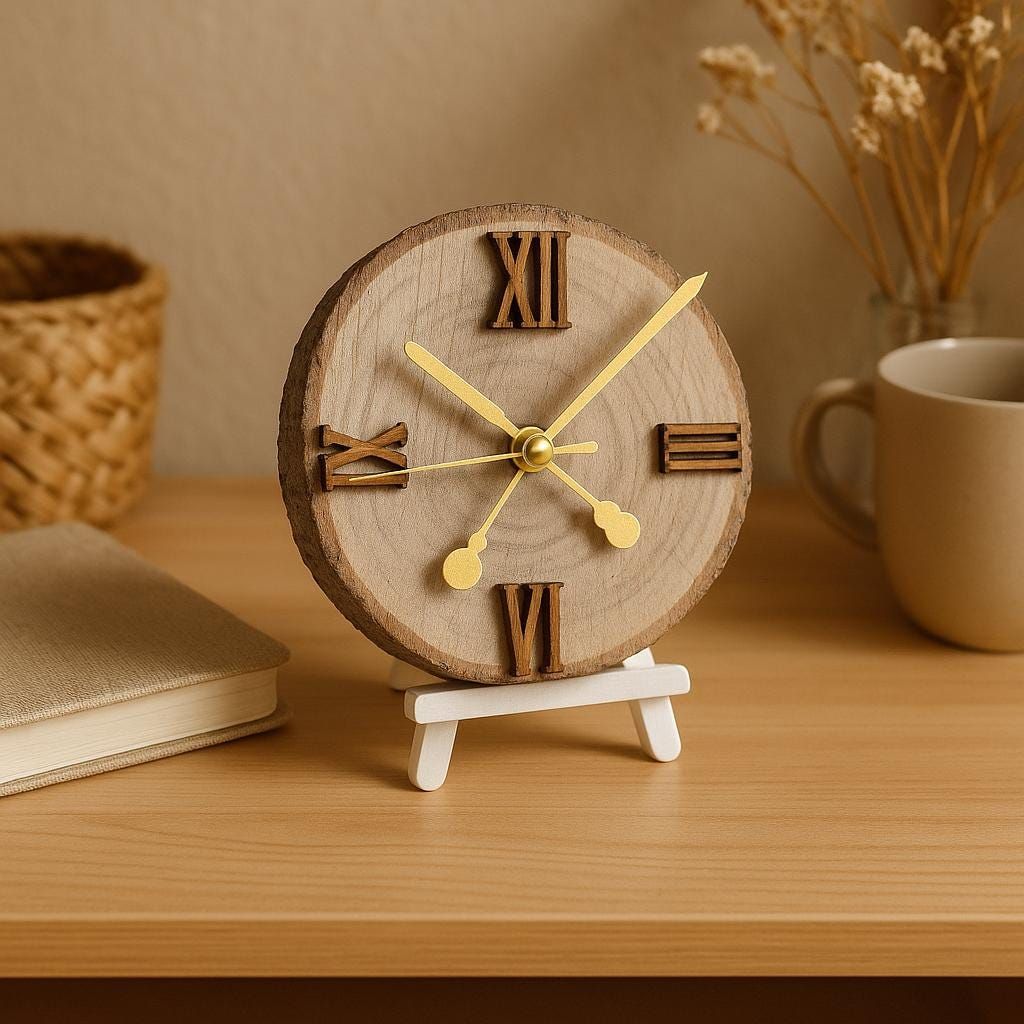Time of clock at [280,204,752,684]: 10:07
